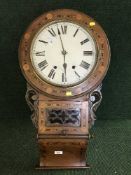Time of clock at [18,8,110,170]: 5:57
